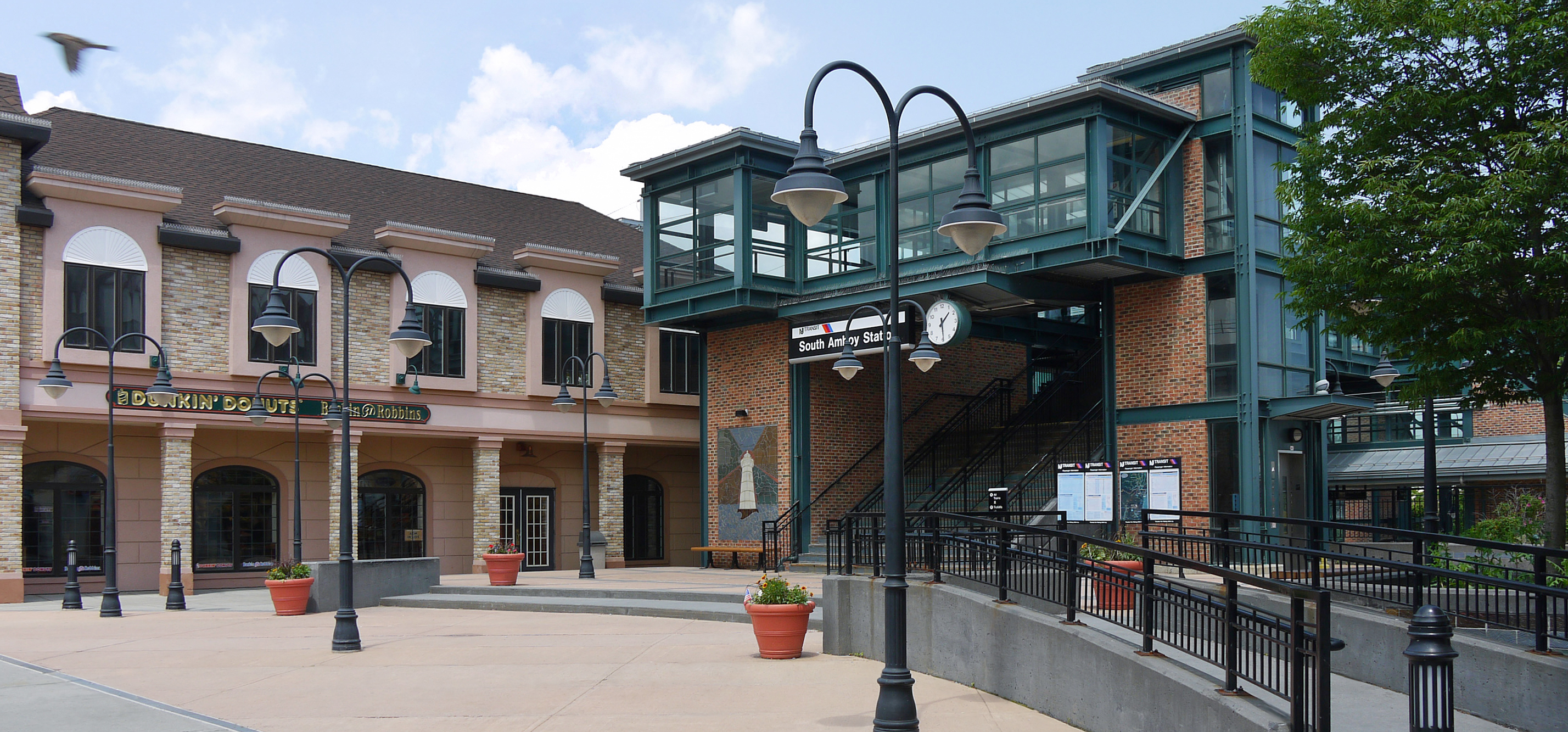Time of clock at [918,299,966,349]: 1:29
